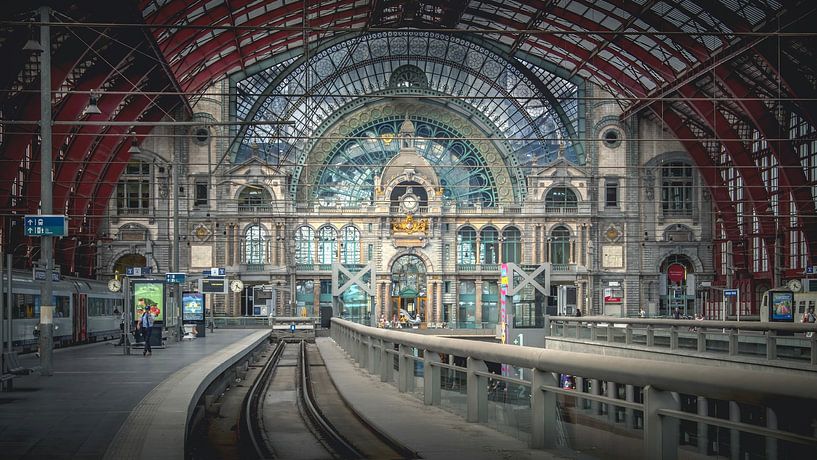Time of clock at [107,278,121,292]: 4:33
